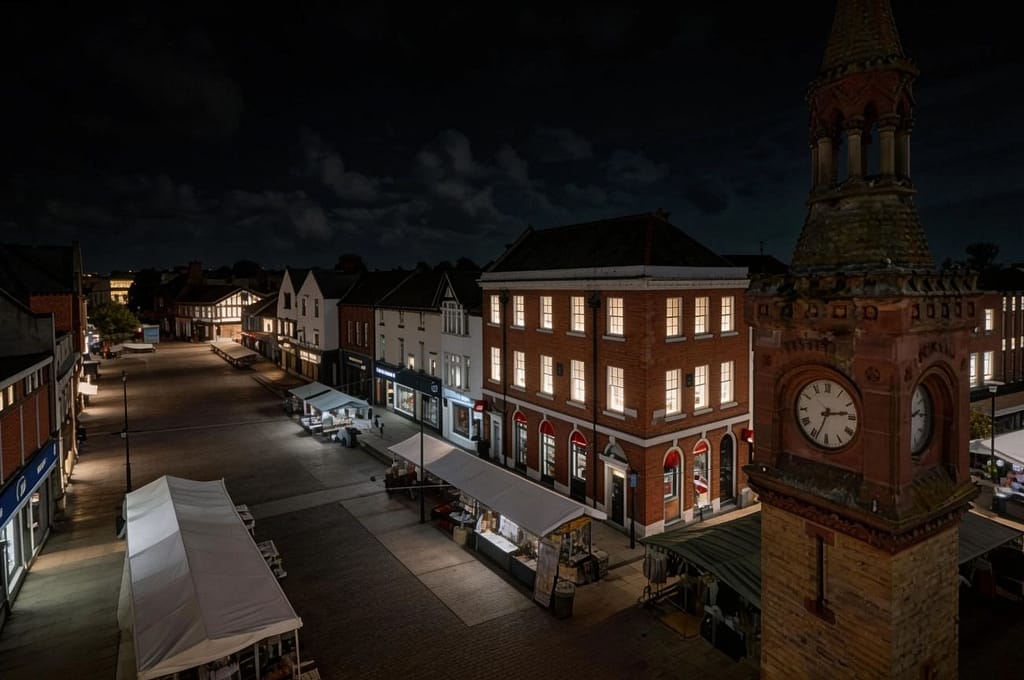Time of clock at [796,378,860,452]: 2:33
